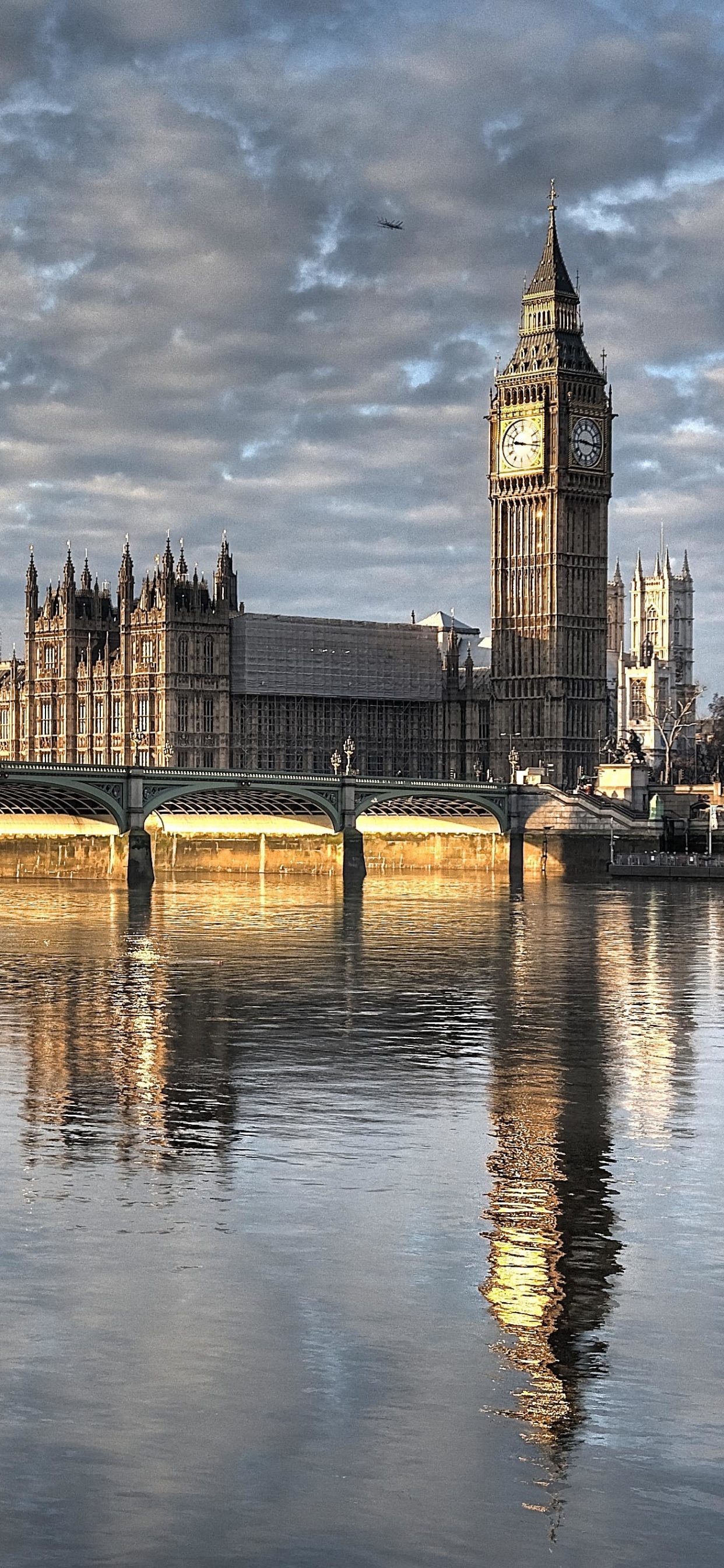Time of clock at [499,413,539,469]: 9:16
